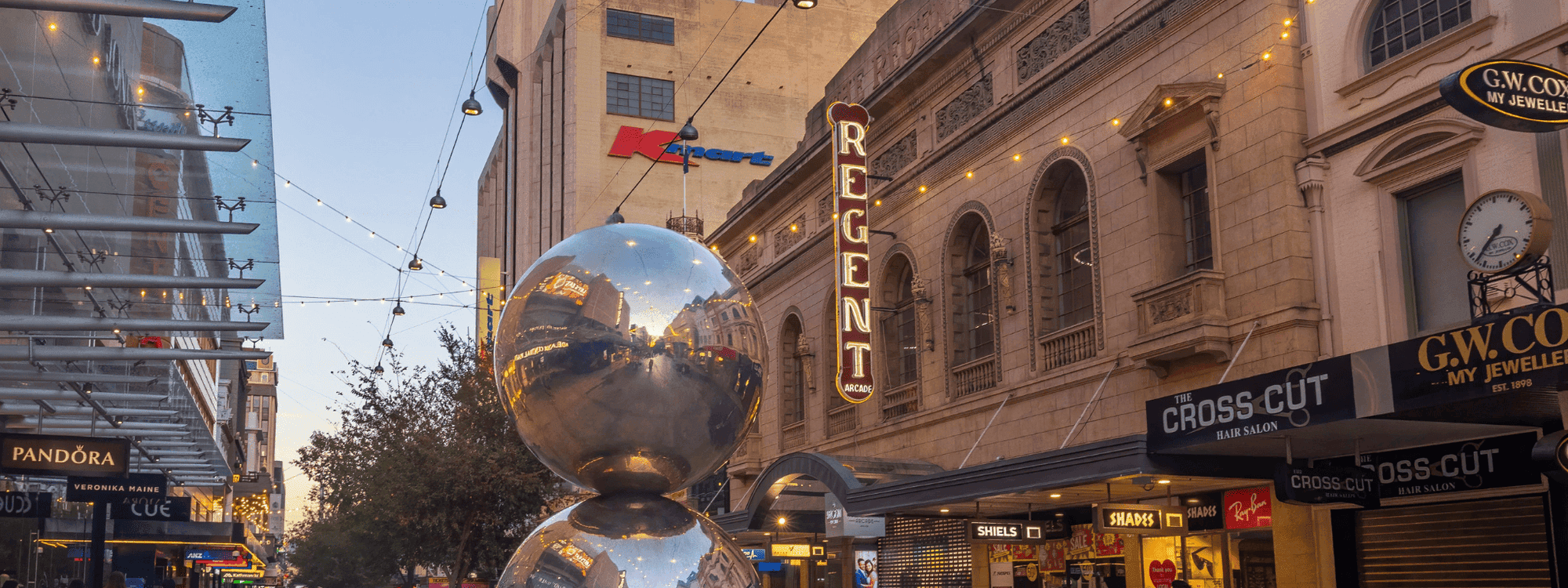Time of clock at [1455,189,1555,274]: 7:37
